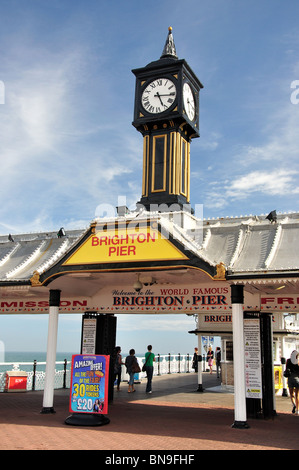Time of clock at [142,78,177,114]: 5:15
